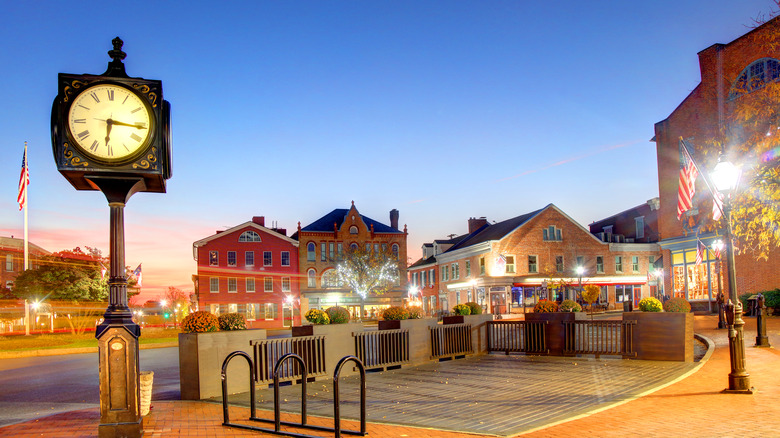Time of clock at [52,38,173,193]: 6:16
